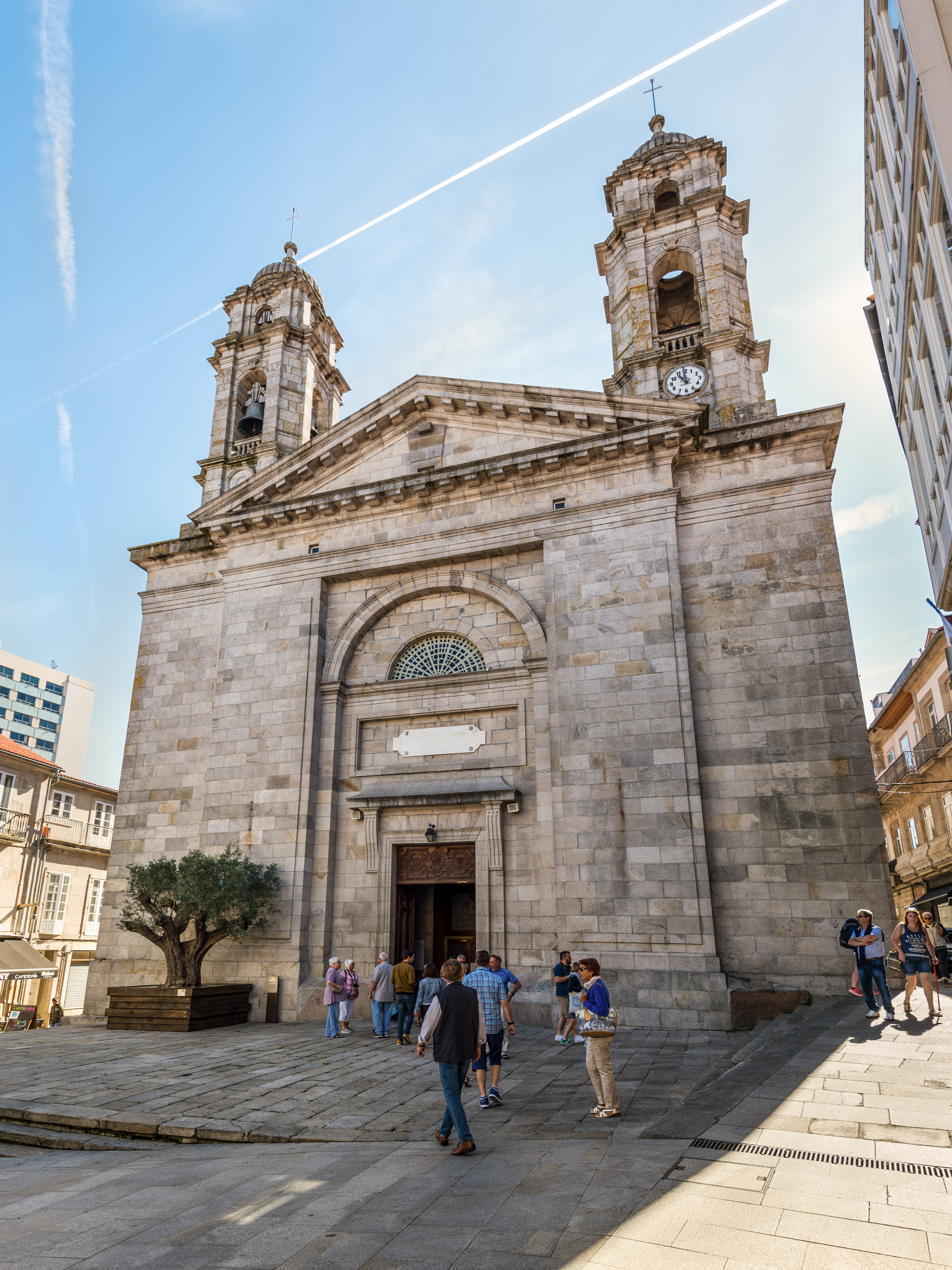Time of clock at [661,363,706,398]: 10:59
